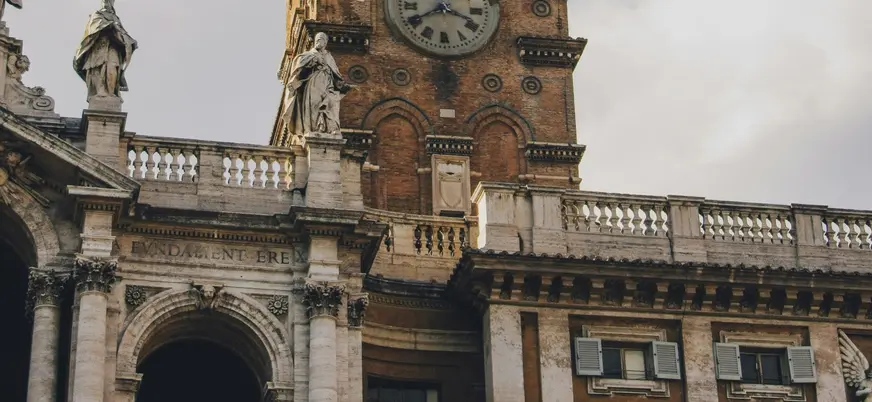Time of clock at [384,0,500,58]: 3:40
